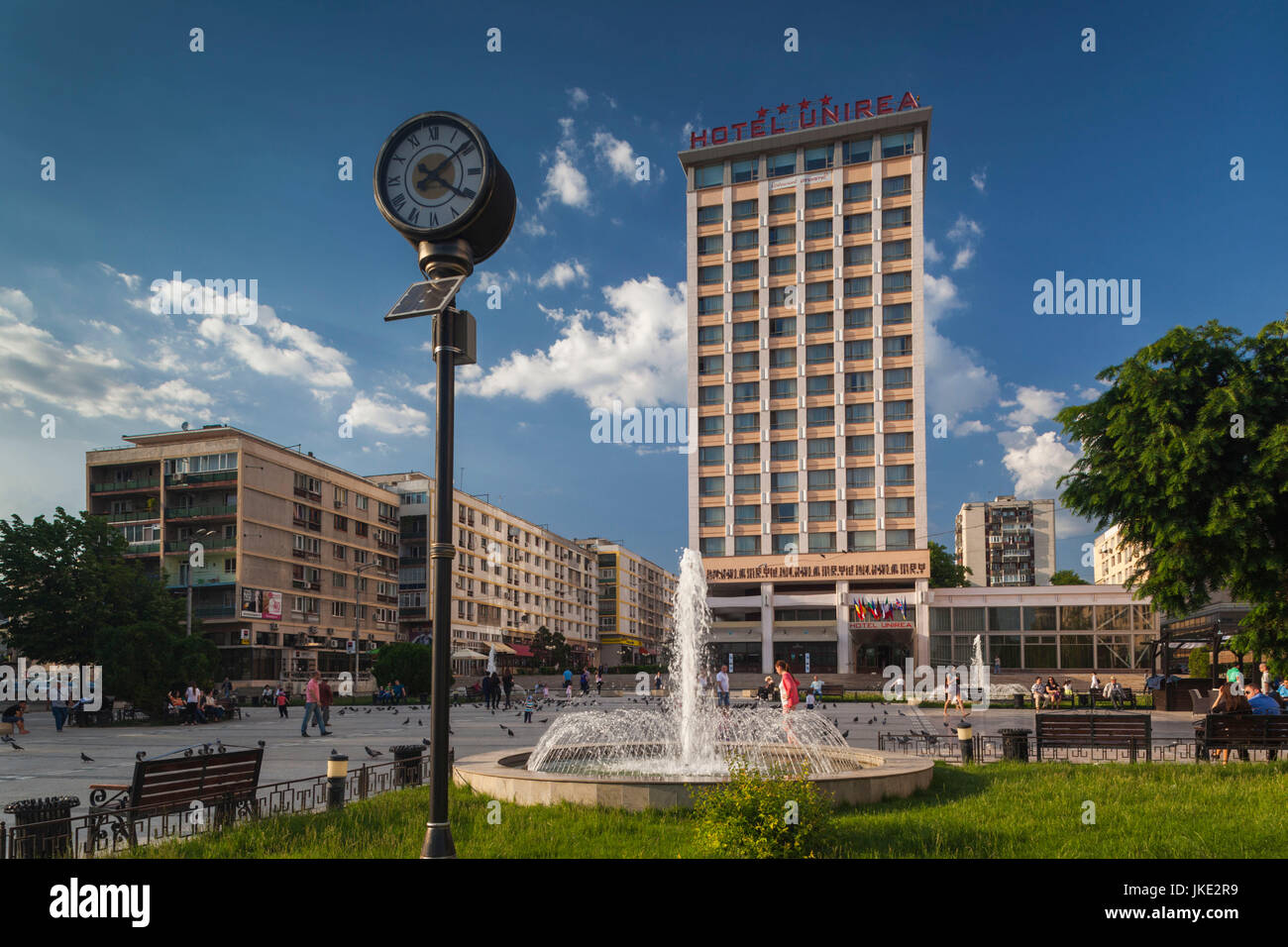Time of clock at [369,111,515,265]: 4:08
